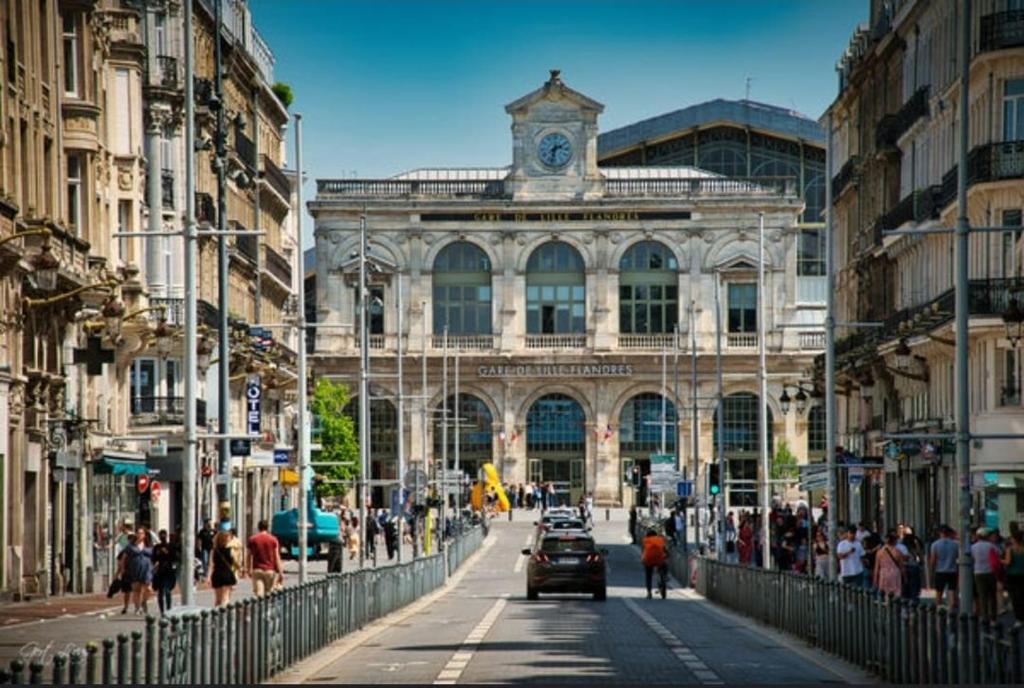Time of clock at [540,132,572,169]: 2:32
